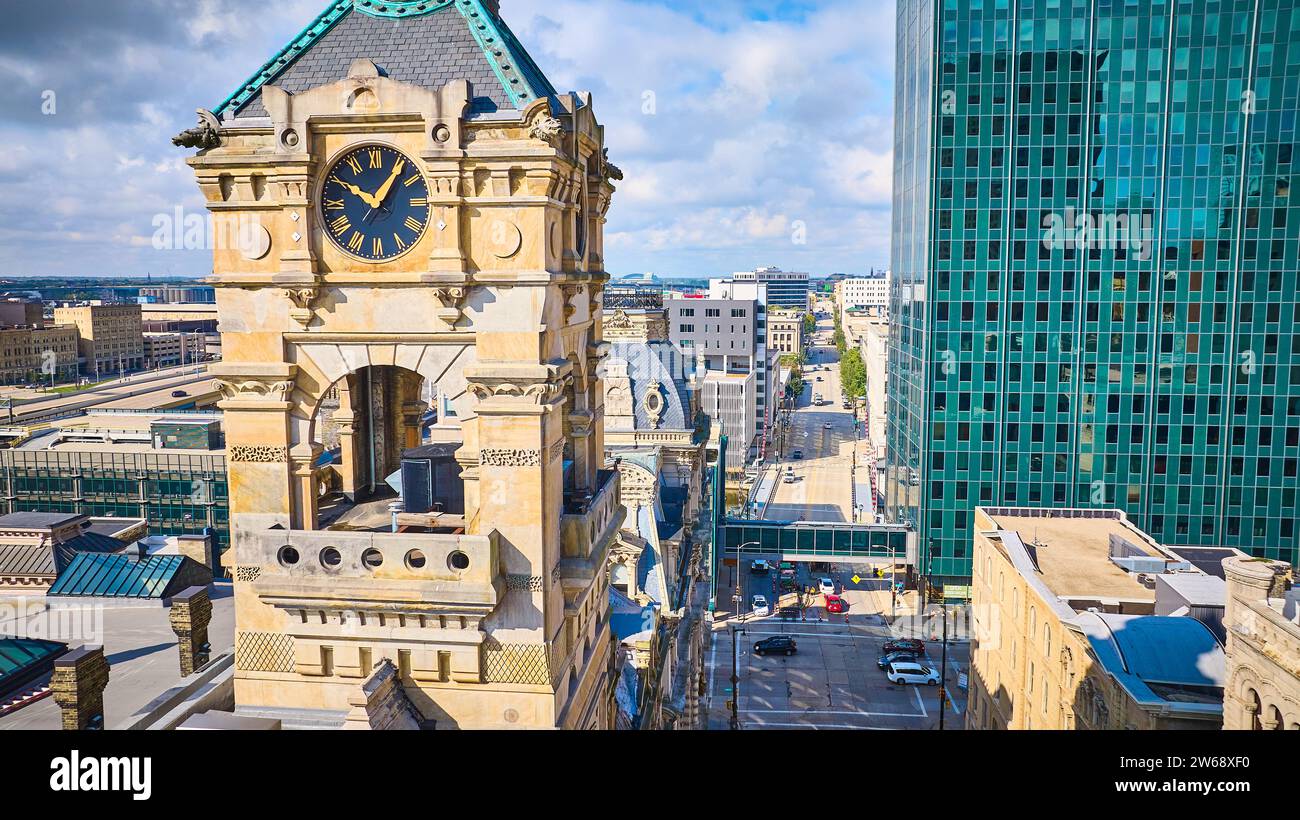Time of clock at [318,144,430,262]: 10:06
